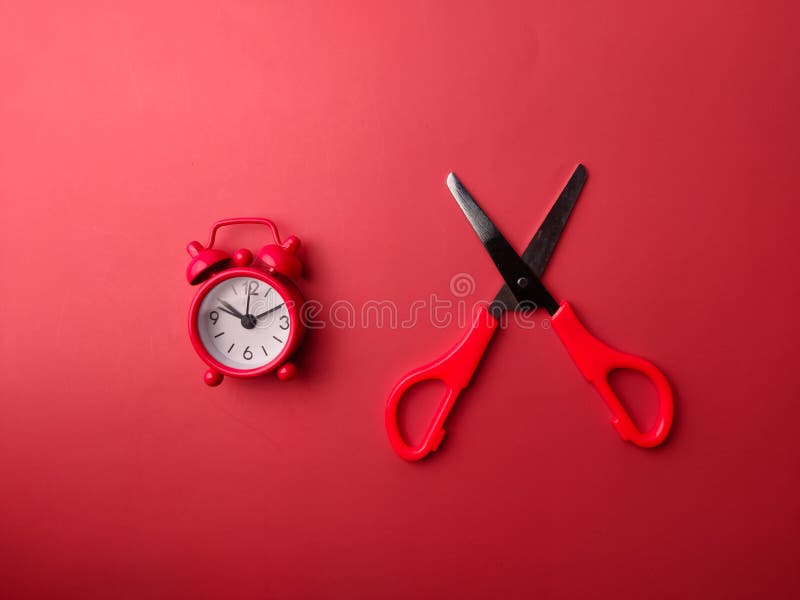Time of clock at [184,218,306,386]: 10:10
